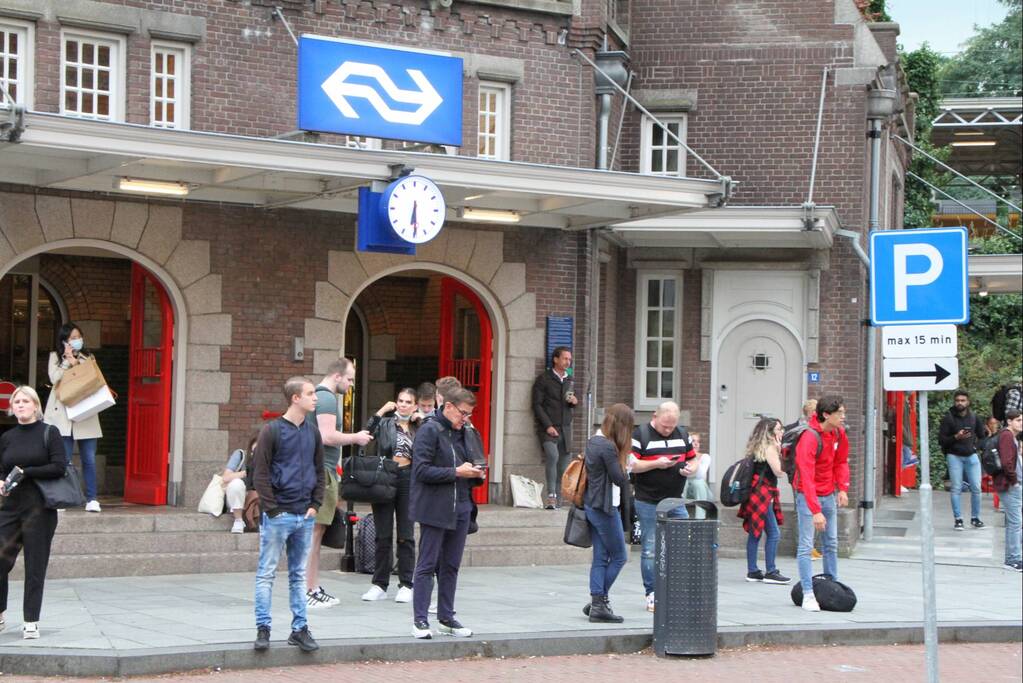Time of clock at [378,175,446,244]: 6:29
